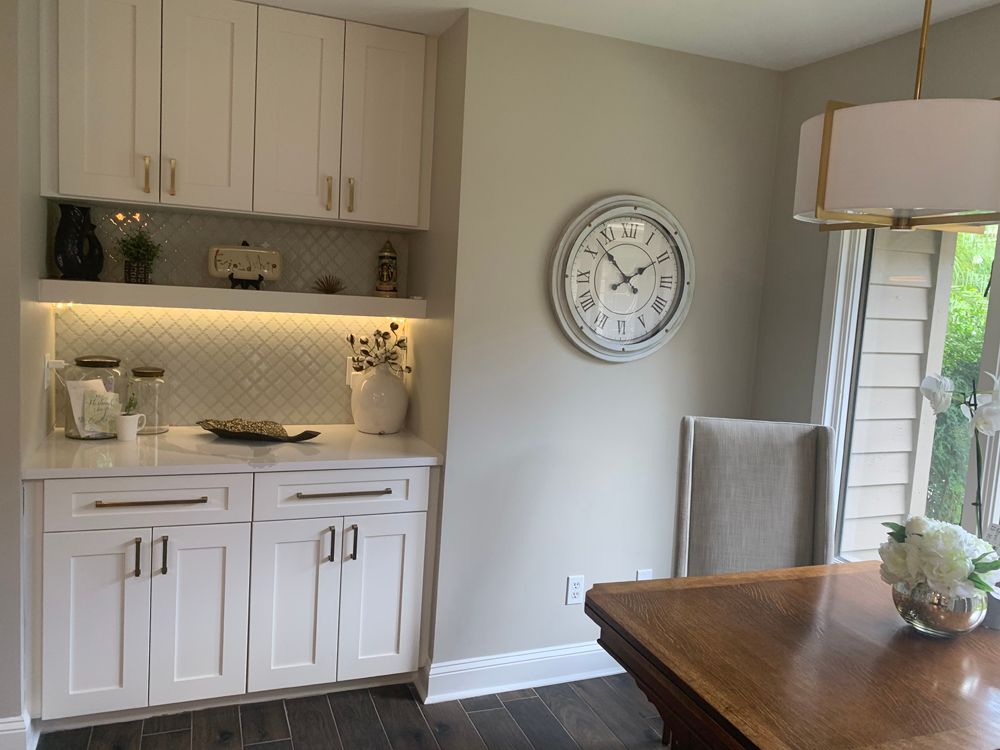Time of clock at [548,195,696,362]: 1:52
